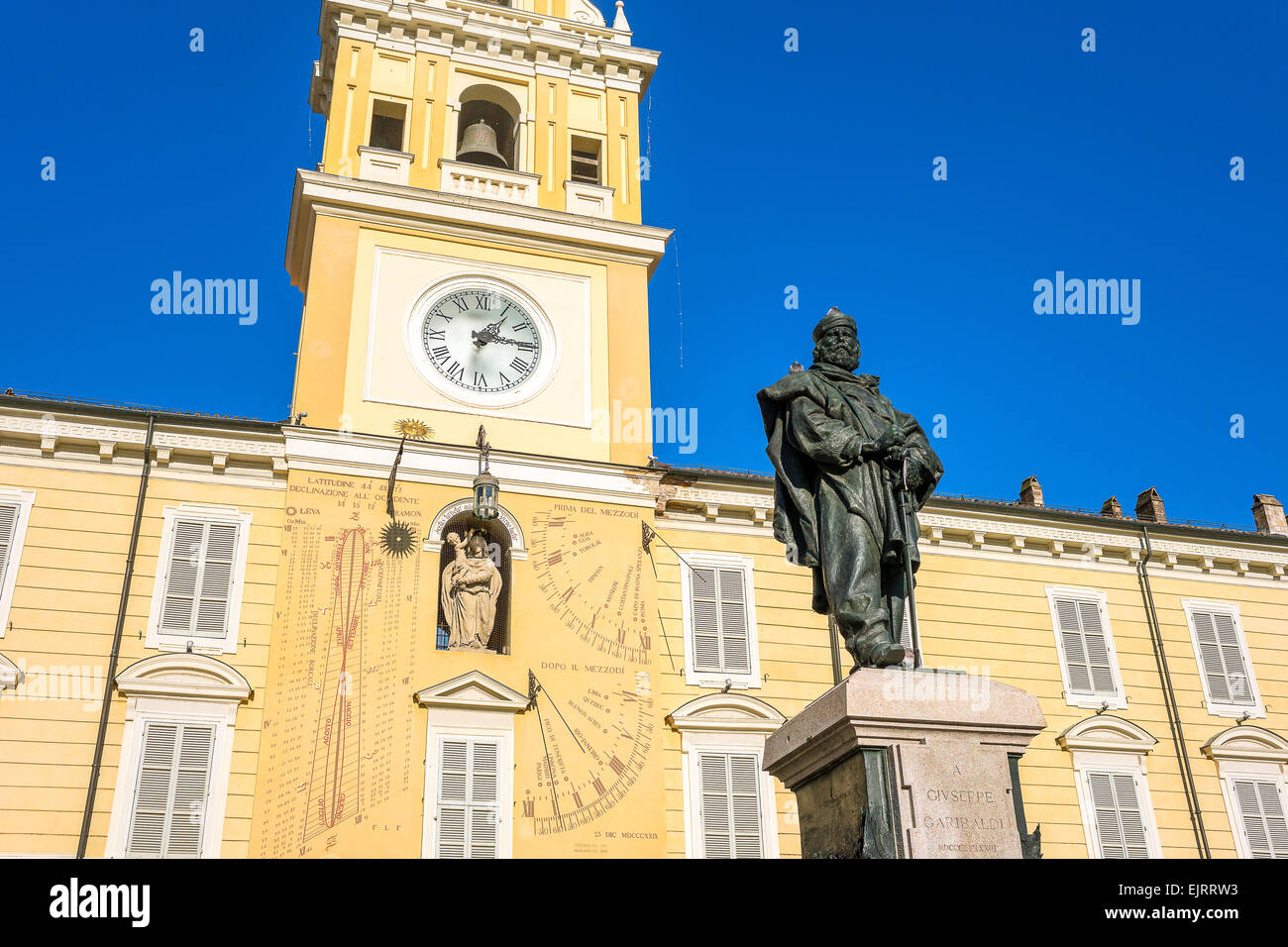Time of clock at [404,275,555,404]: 1:14
